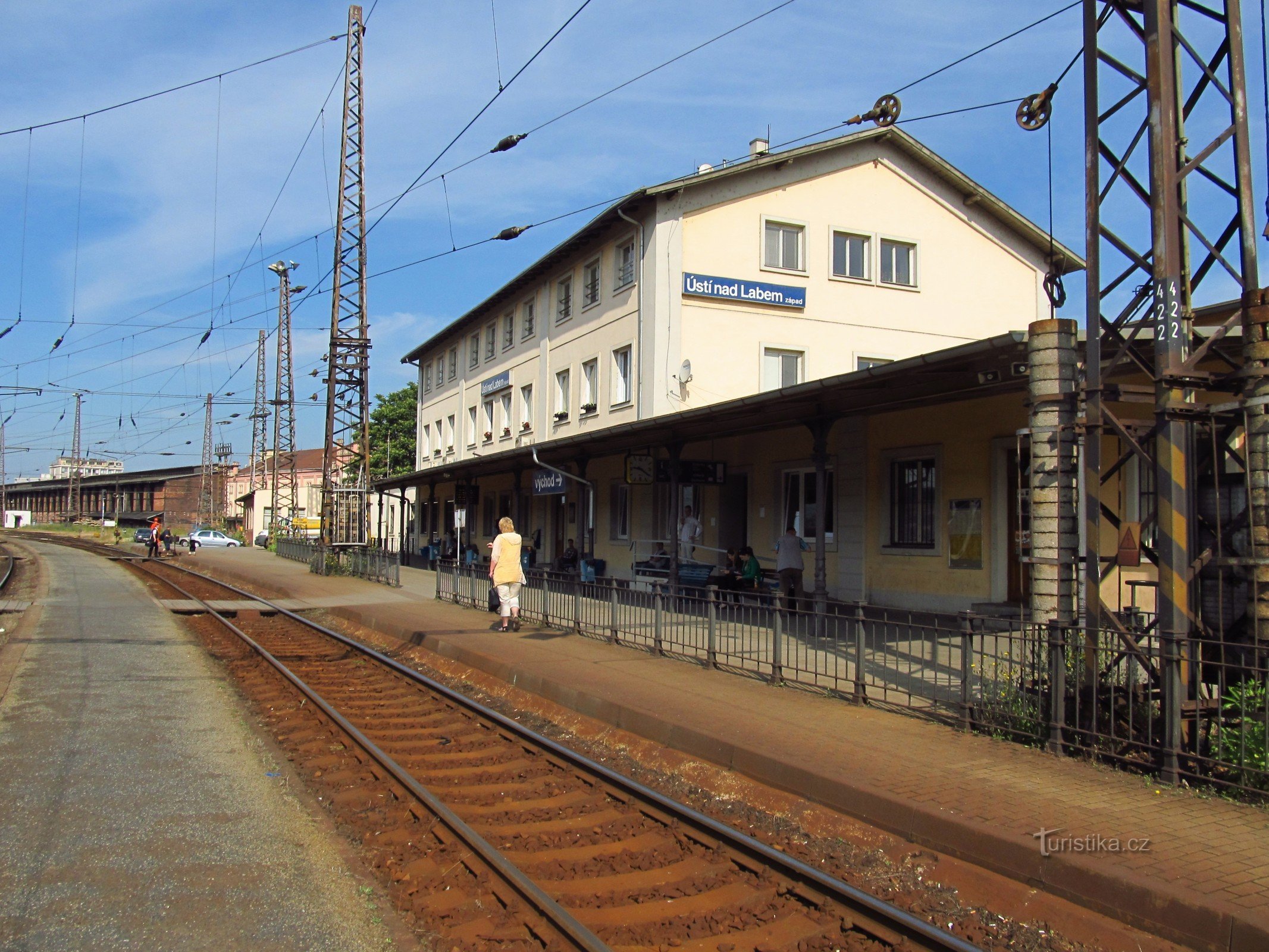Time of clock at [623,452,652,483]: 9:20
